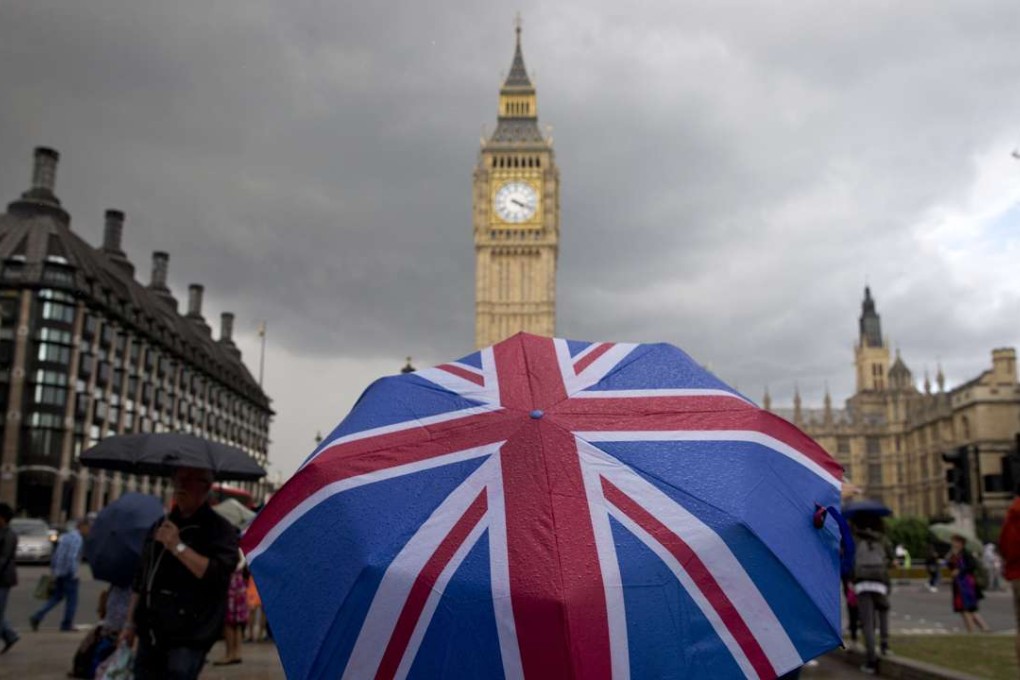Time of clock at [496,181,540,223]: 4:18
